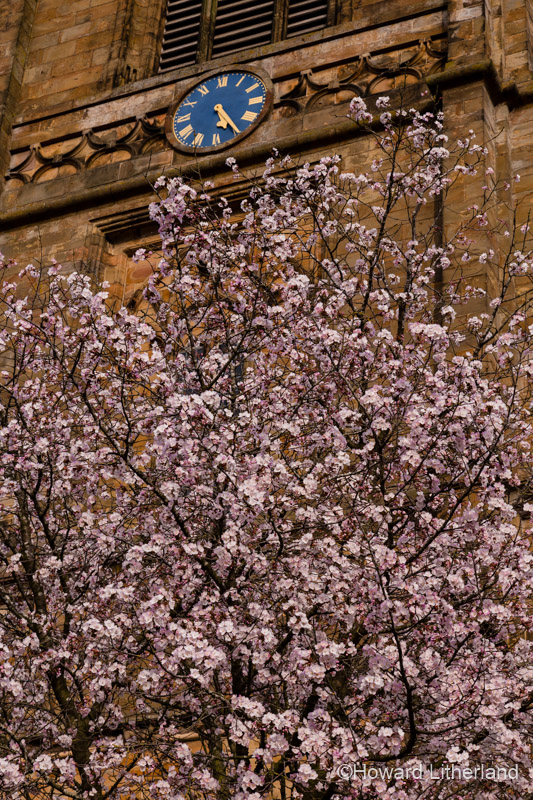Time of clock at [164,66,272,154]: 5:24
